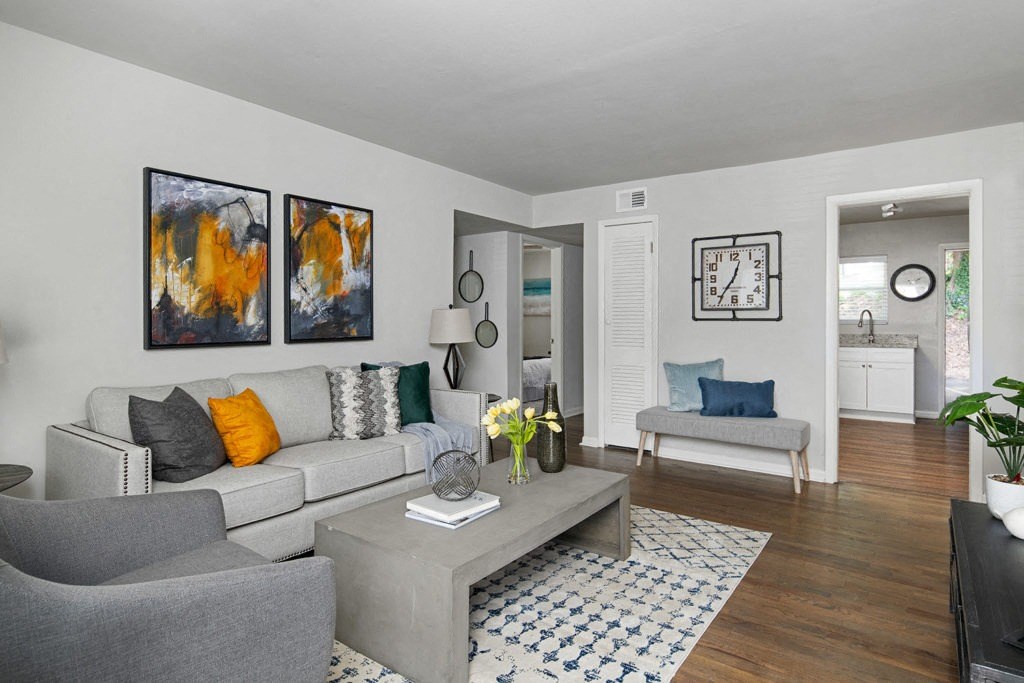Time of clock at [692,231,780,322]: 12:35
